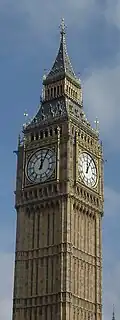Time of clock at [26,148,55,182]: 12:04
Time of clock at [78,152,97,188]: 12:04
